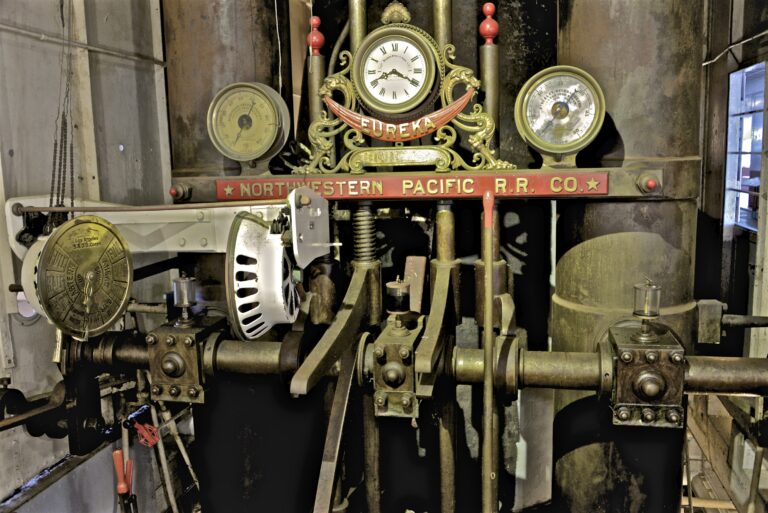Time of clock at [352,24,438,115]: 8:19
